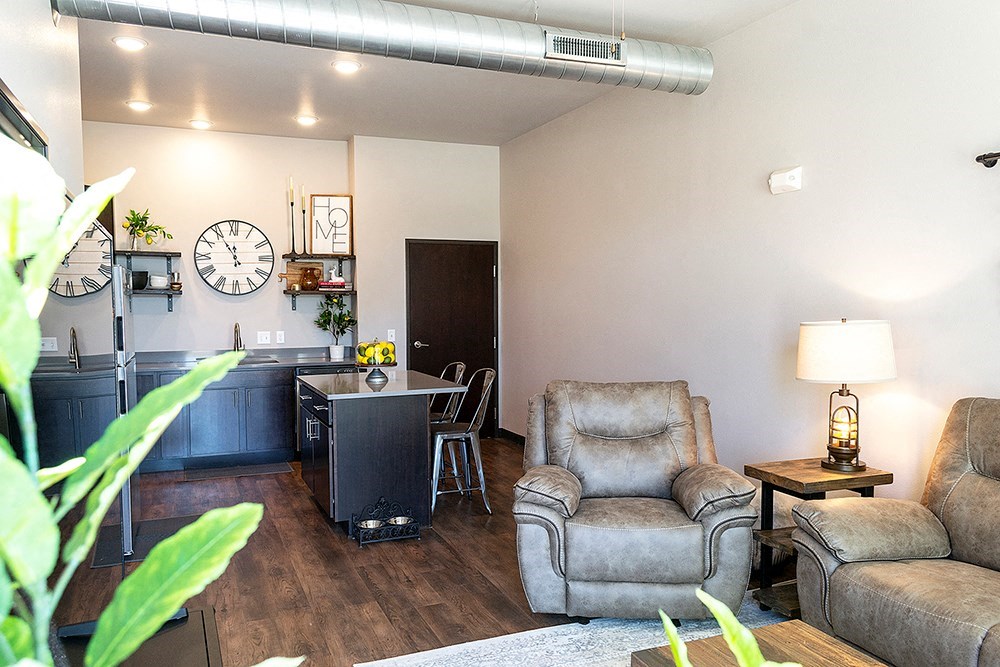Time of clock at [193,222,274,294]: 11:54
